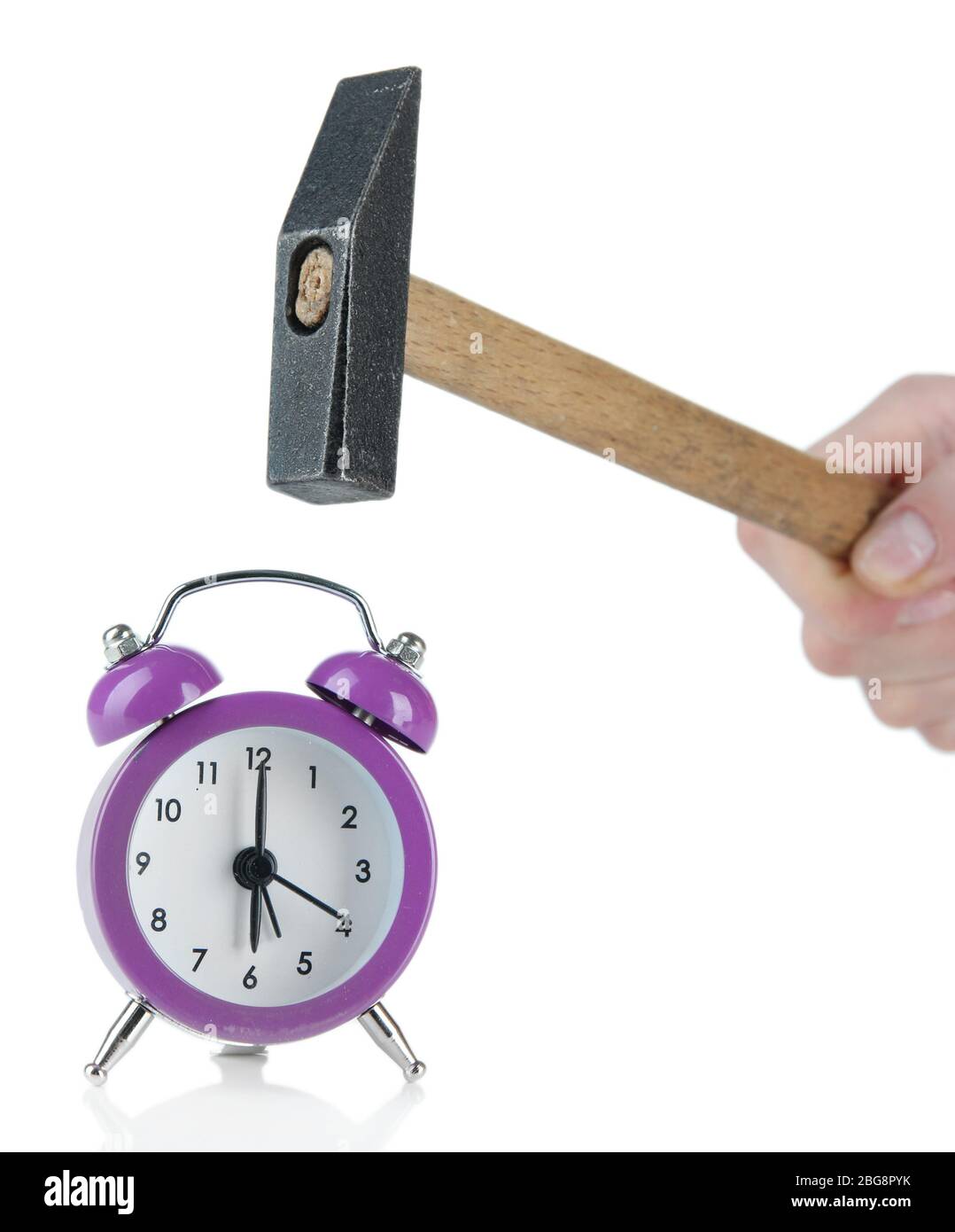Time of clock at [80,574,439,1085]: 6:00
